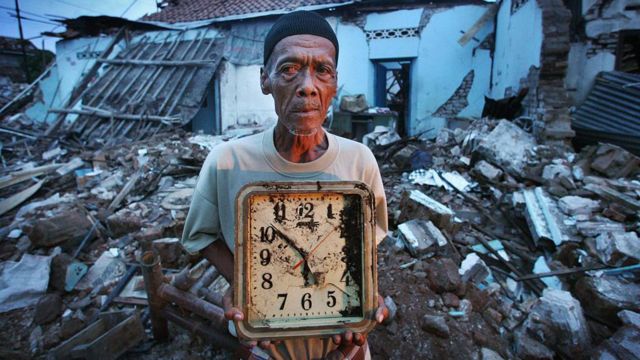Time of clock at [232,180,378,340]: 5:51
